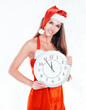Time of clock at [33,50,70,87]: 11:54
